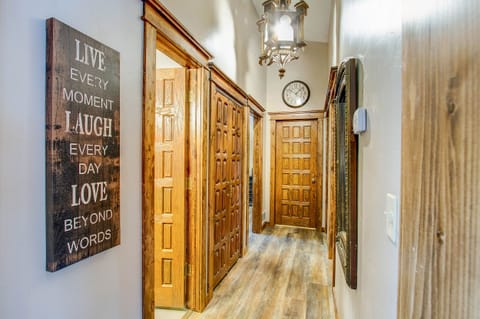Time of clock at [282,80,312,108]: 10:07
